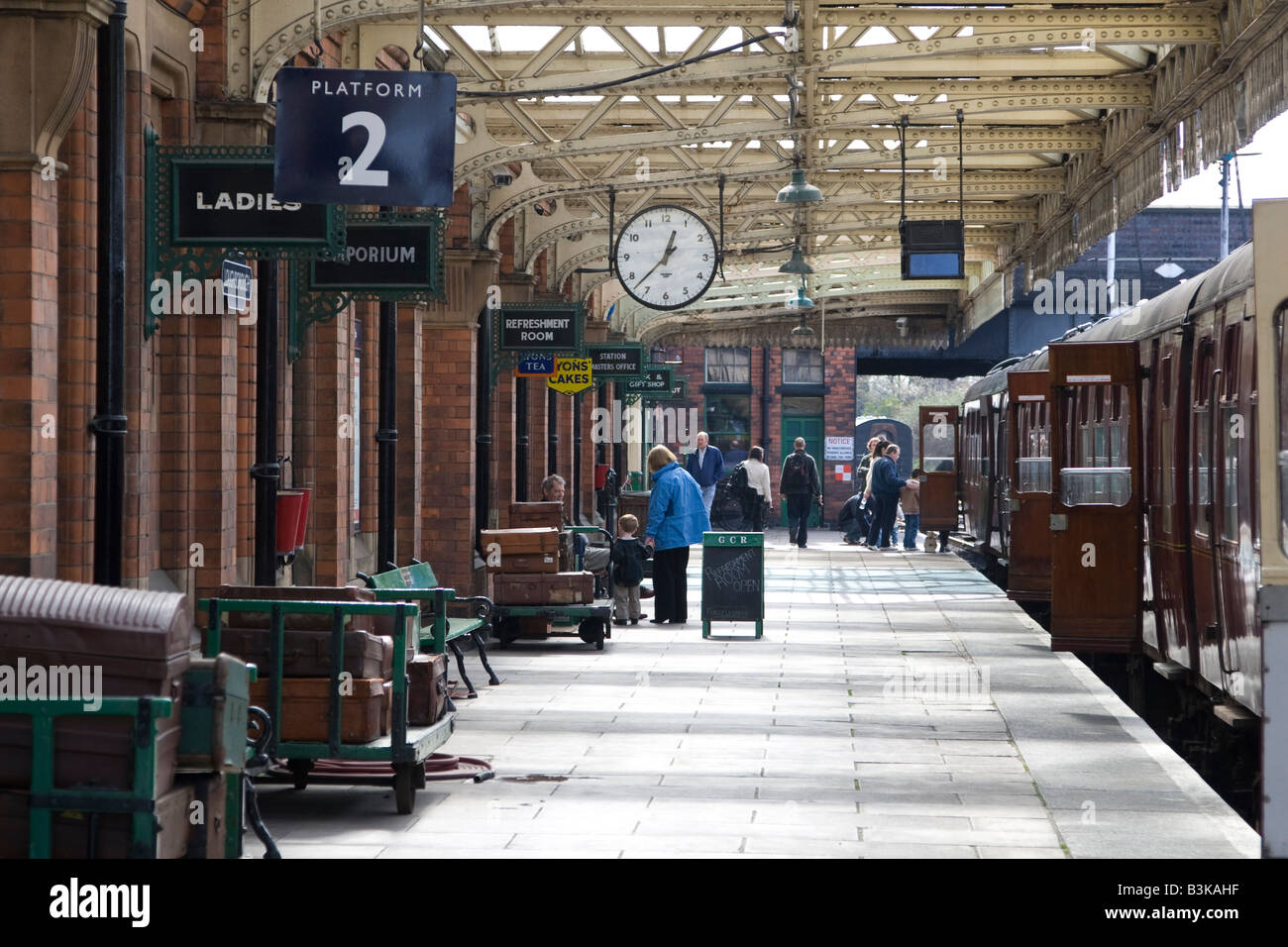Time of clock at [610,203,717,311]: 12:37
